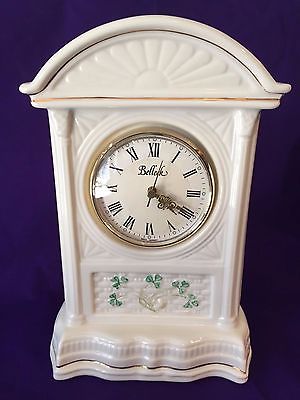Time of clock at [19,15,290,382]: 4:01
